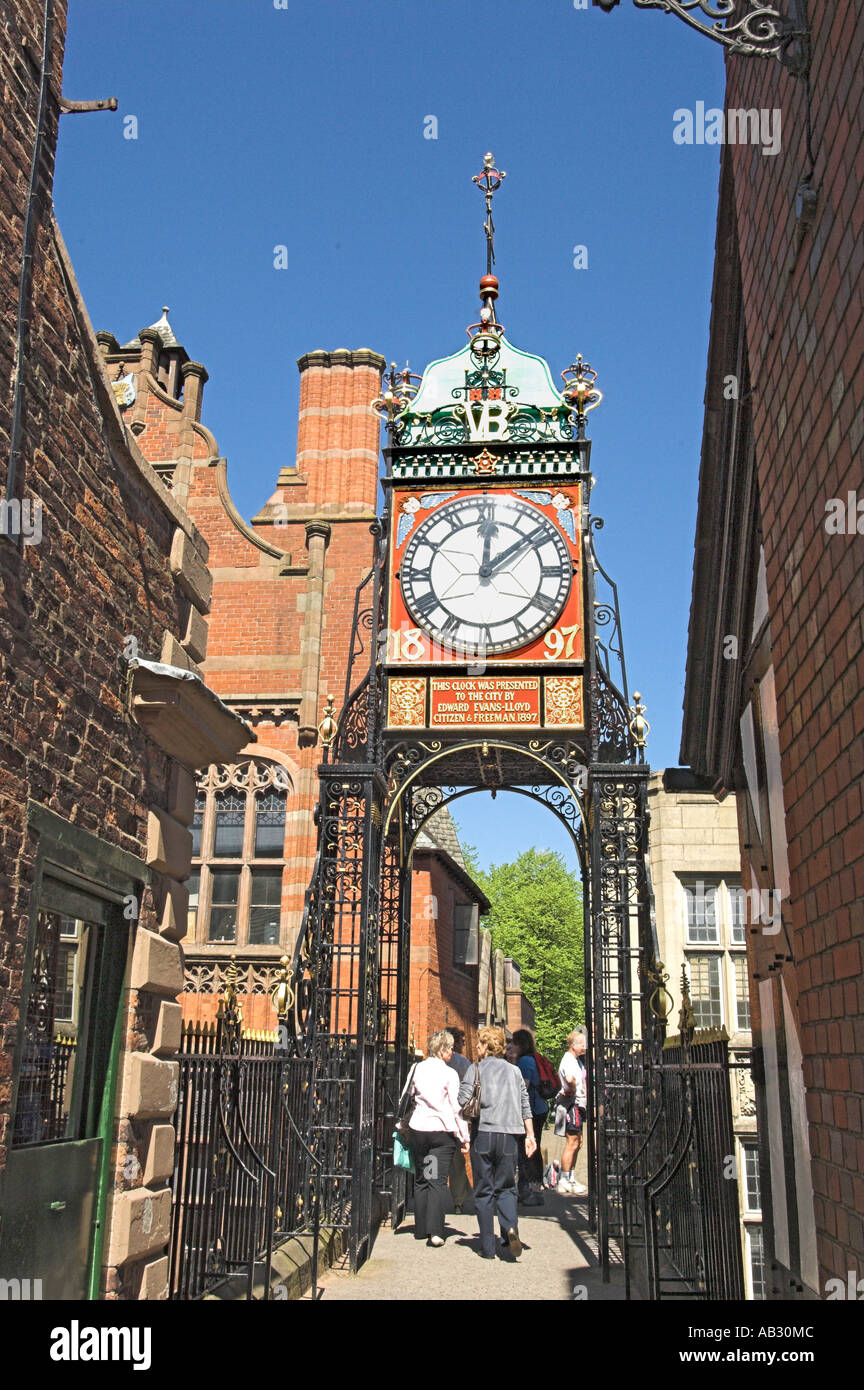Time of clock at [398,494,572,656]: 12:08
